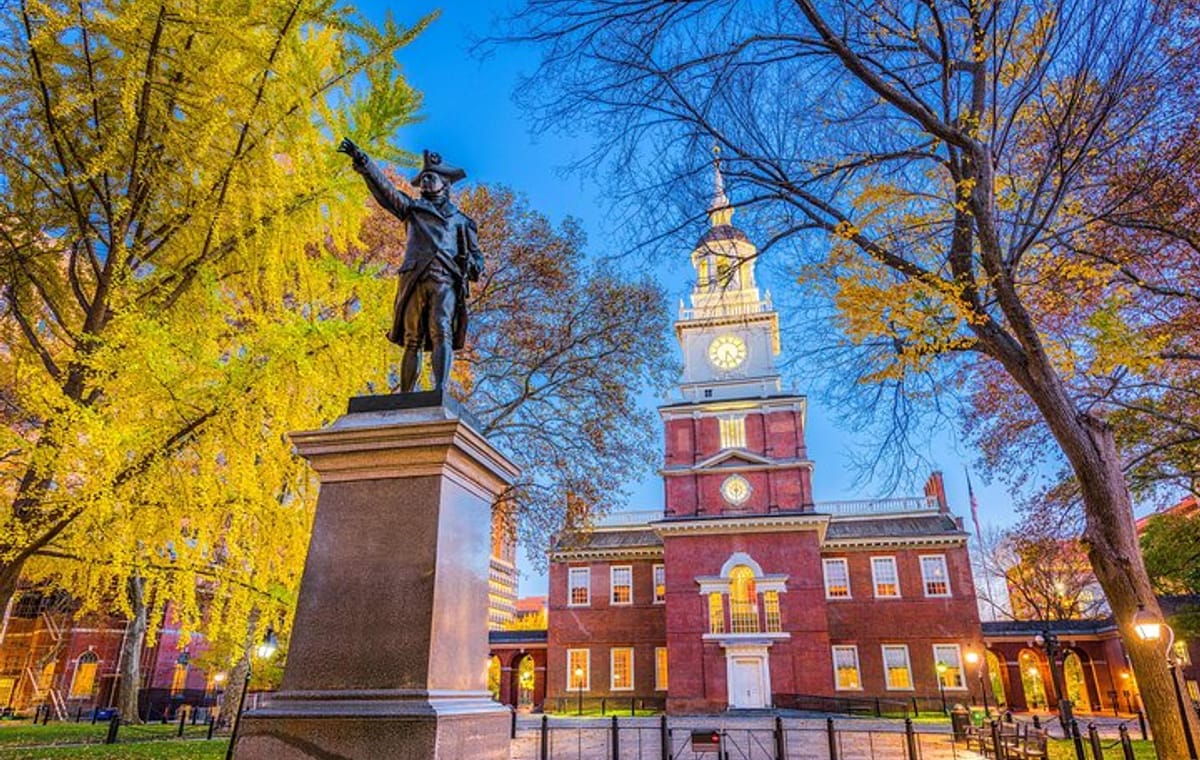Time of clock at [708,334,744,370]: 6:23
